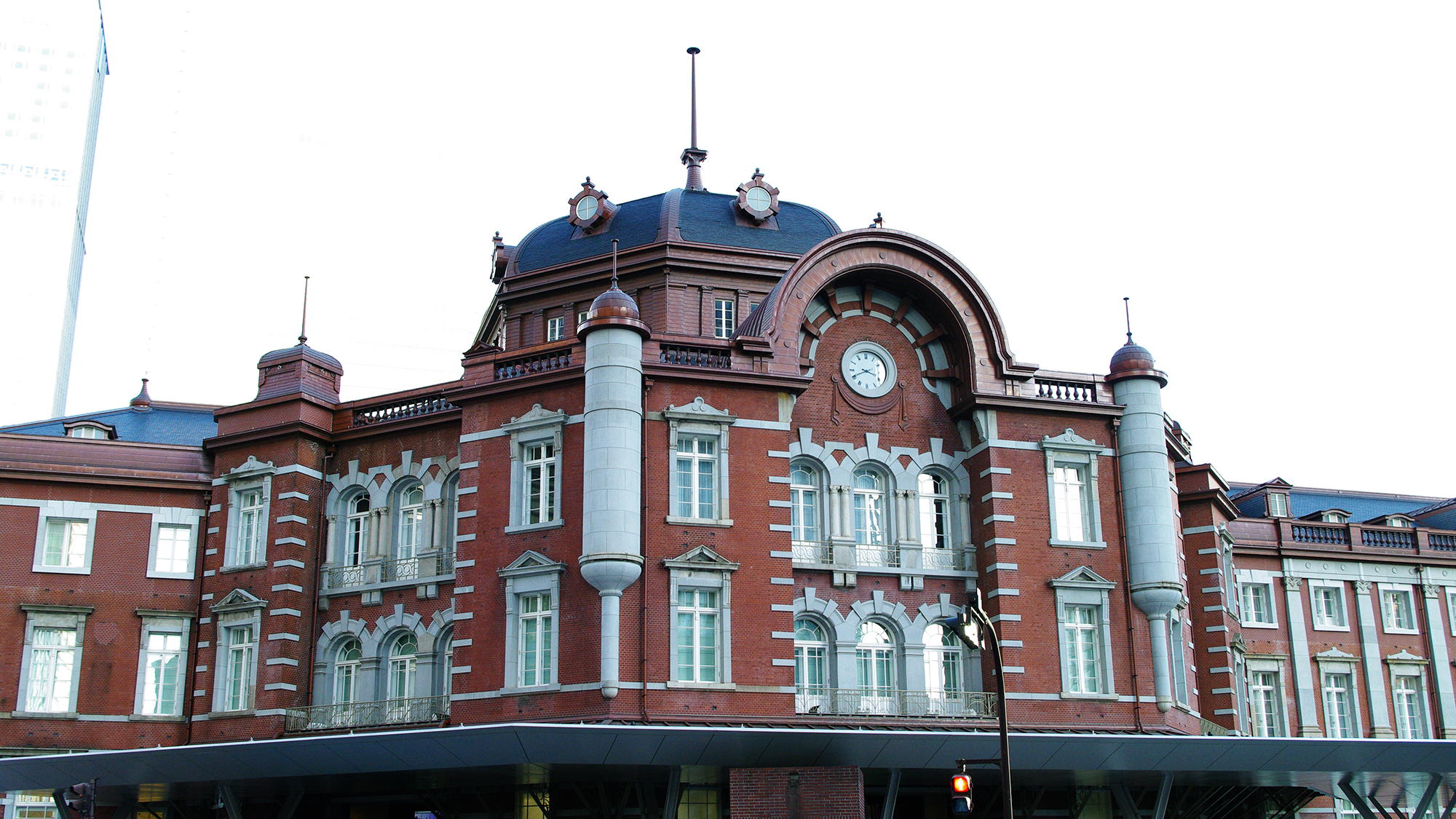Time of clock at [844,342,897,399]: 3:40
